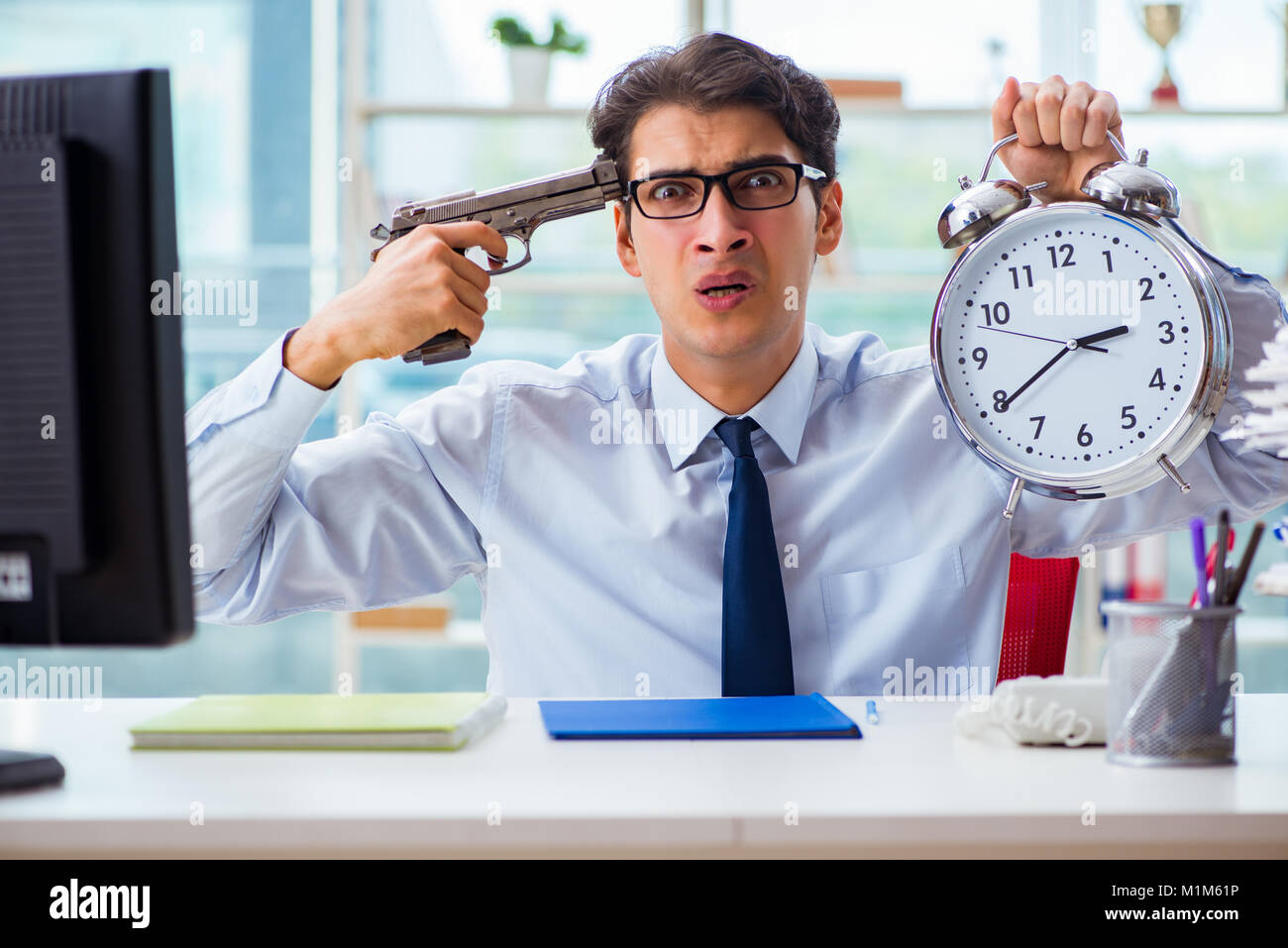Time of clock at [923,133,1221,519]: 2:39
